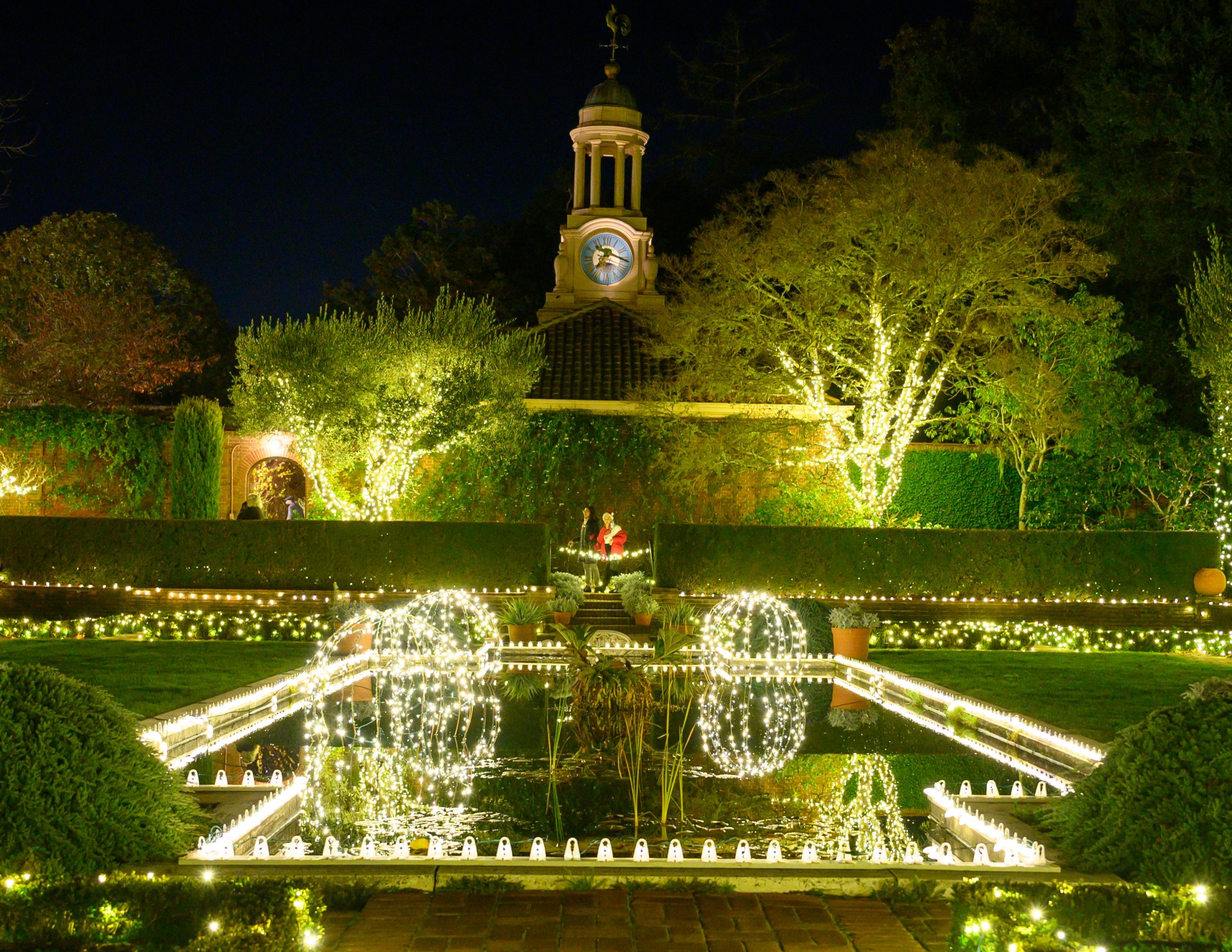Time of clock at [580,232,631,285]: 7:17
